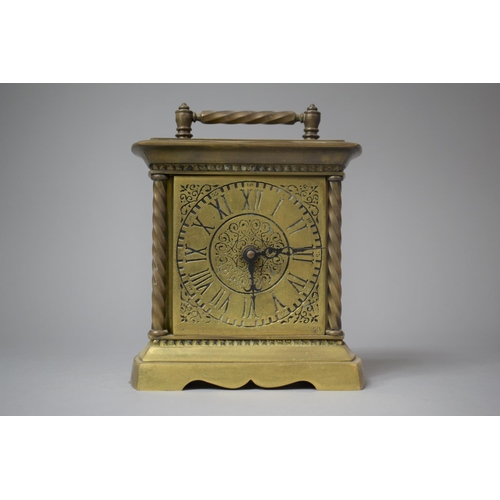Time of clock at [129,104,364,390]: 6:14
